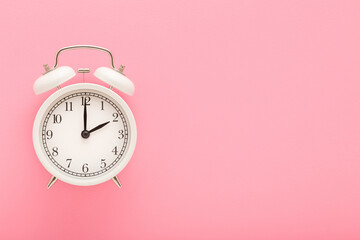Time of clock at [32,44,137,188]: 2:00
